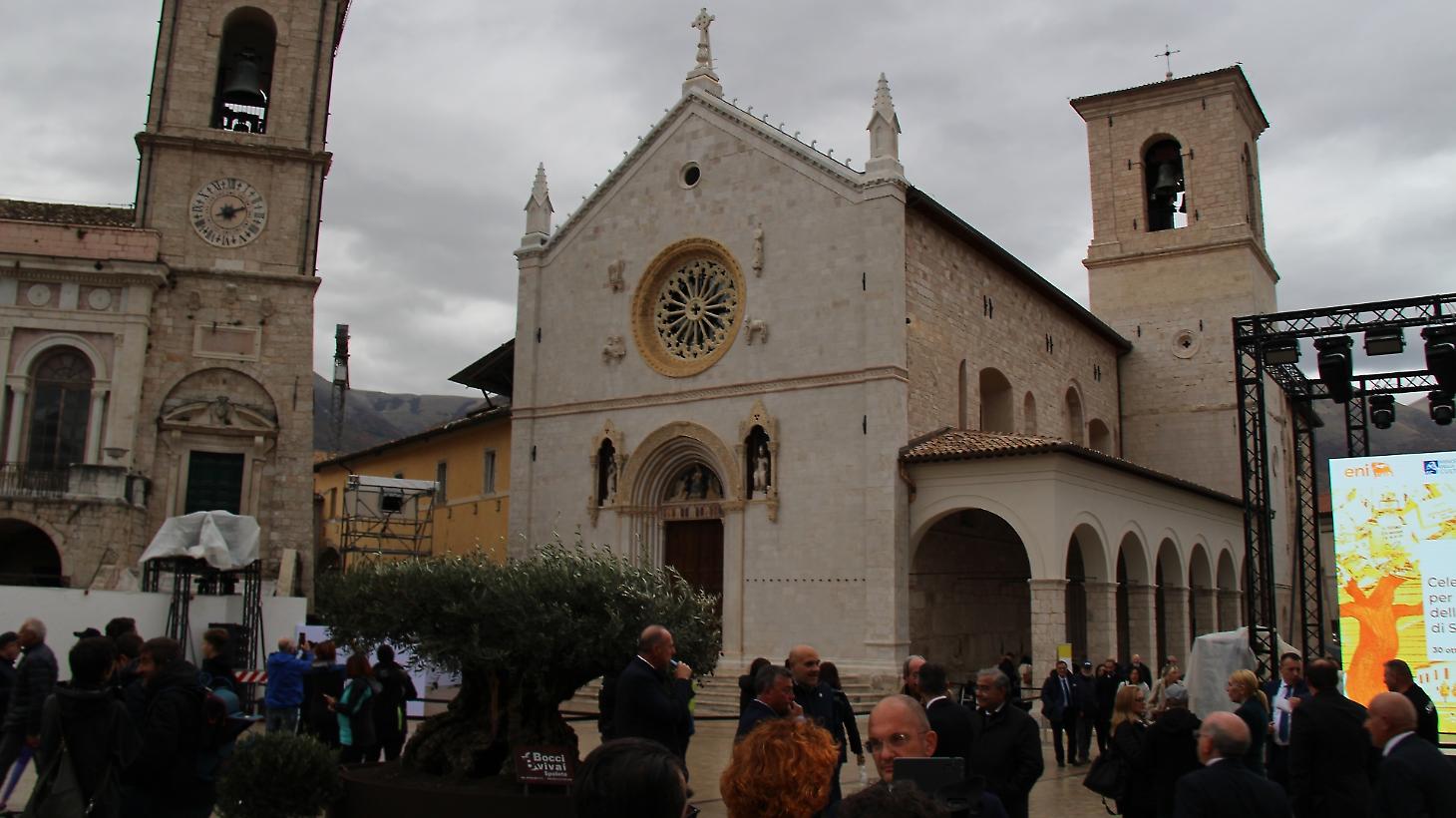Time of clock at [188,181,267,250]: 8:11
